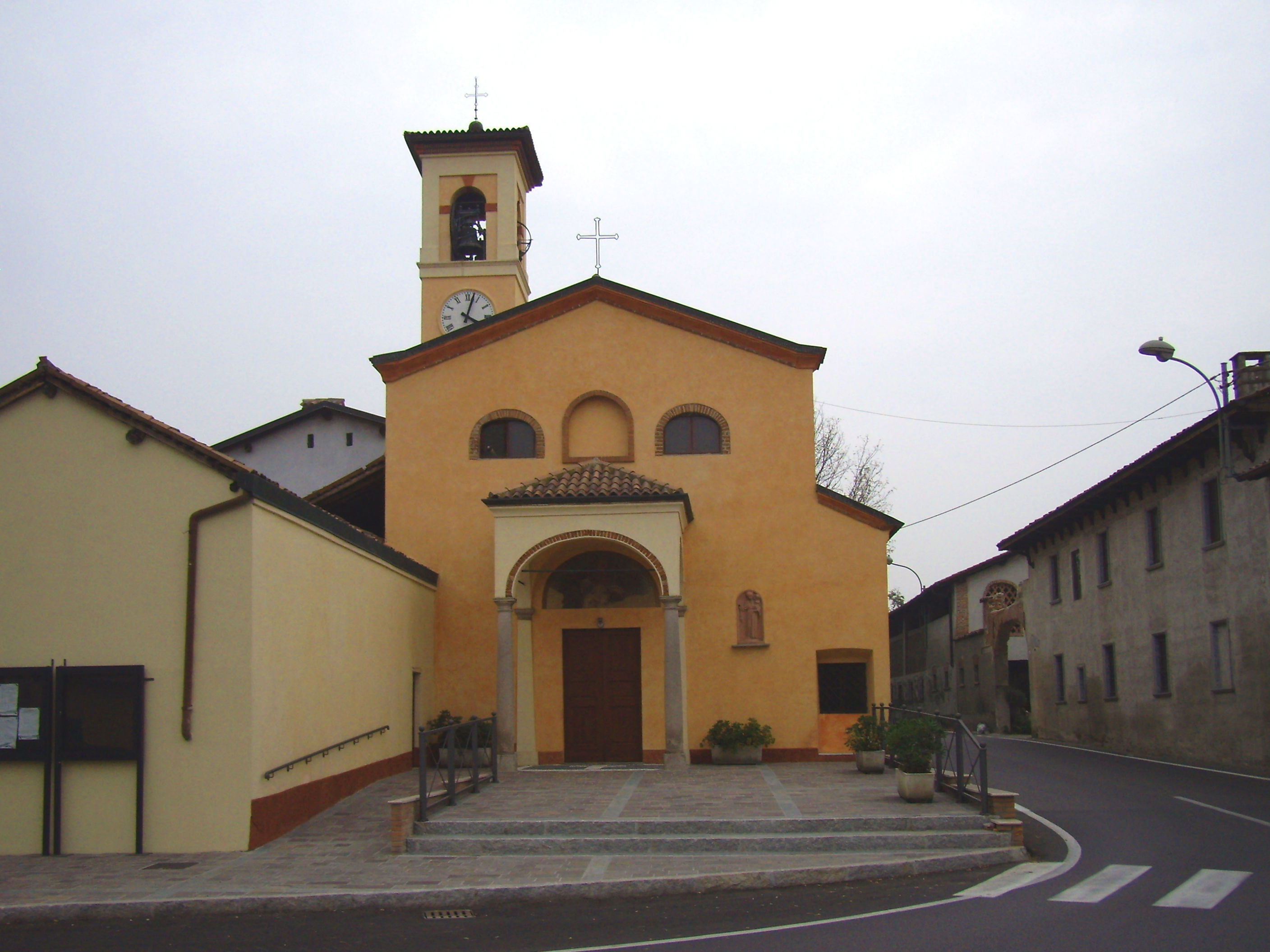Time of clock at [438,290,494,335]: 4:02
